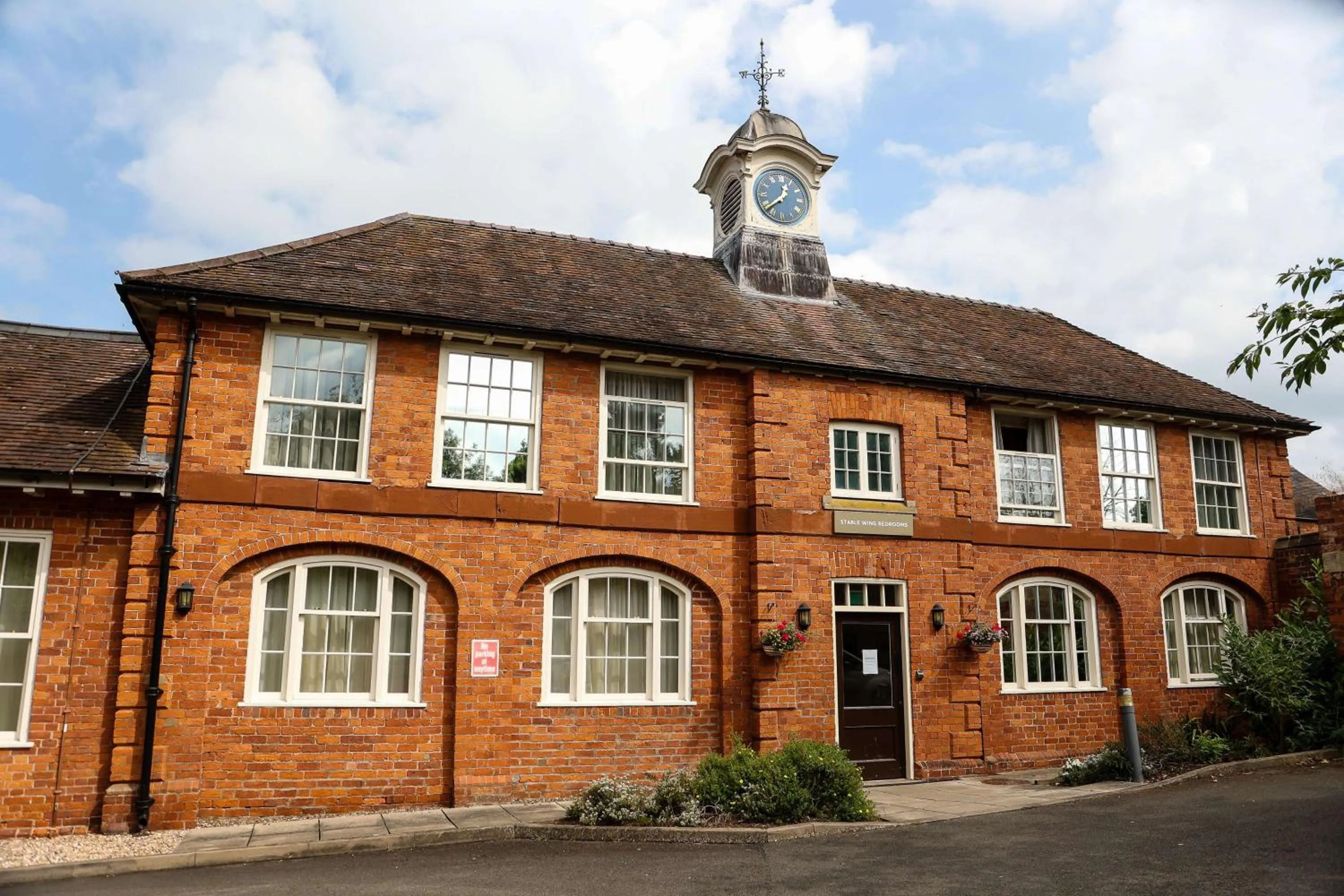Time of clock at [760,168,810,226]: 12:38
